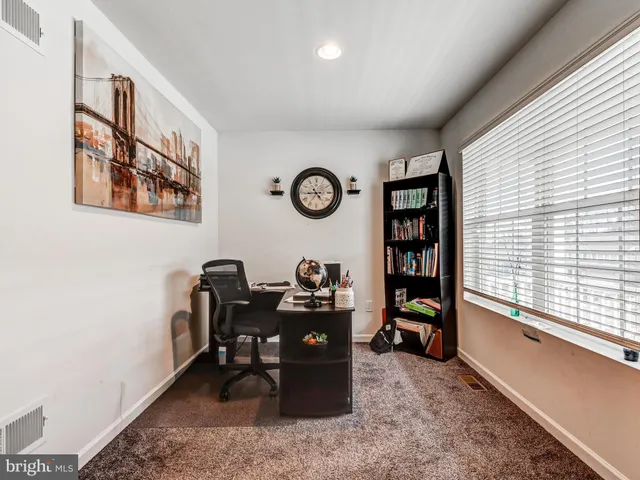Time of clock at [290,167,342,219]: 4:44
